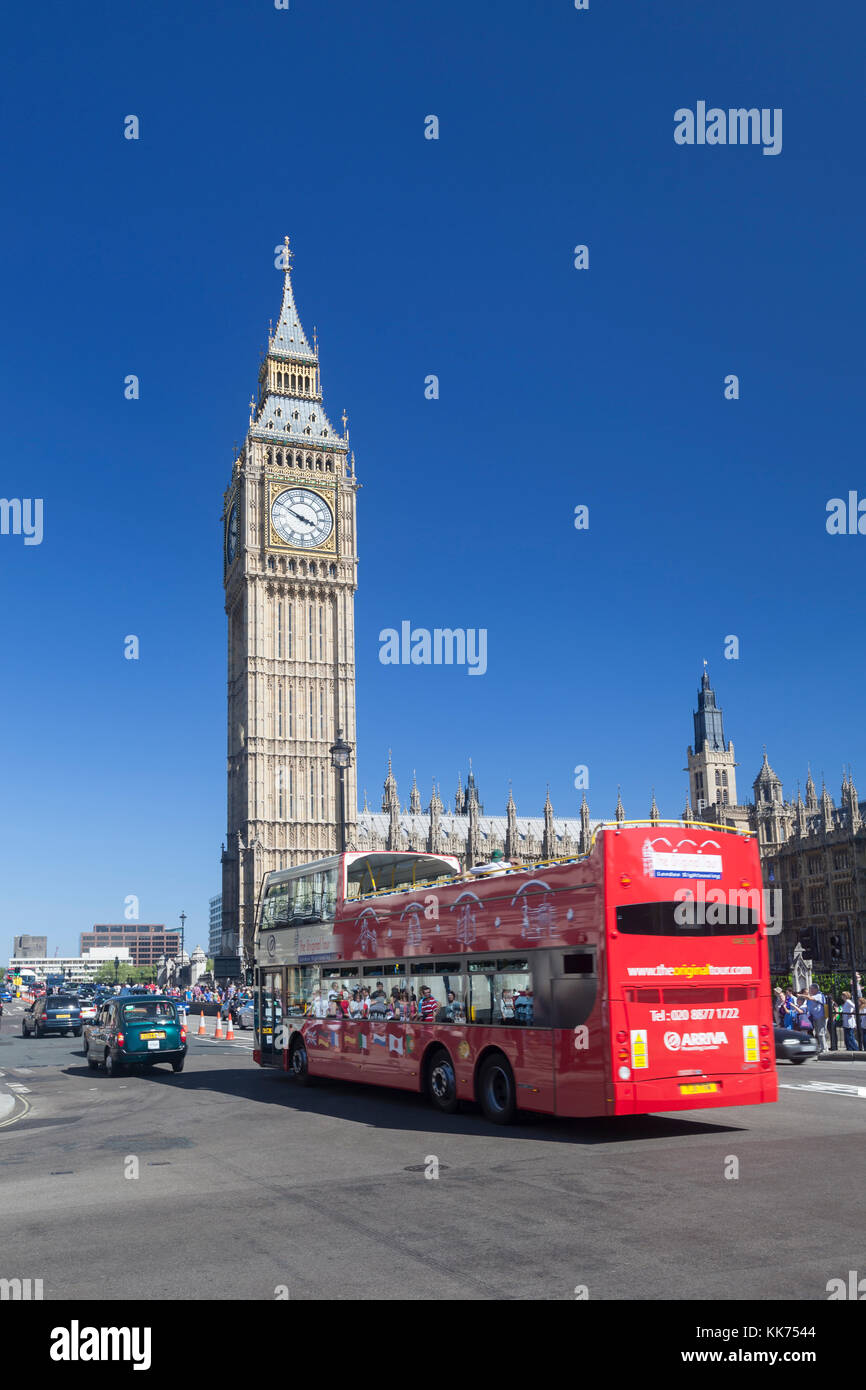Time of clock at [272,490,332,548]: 3:50
